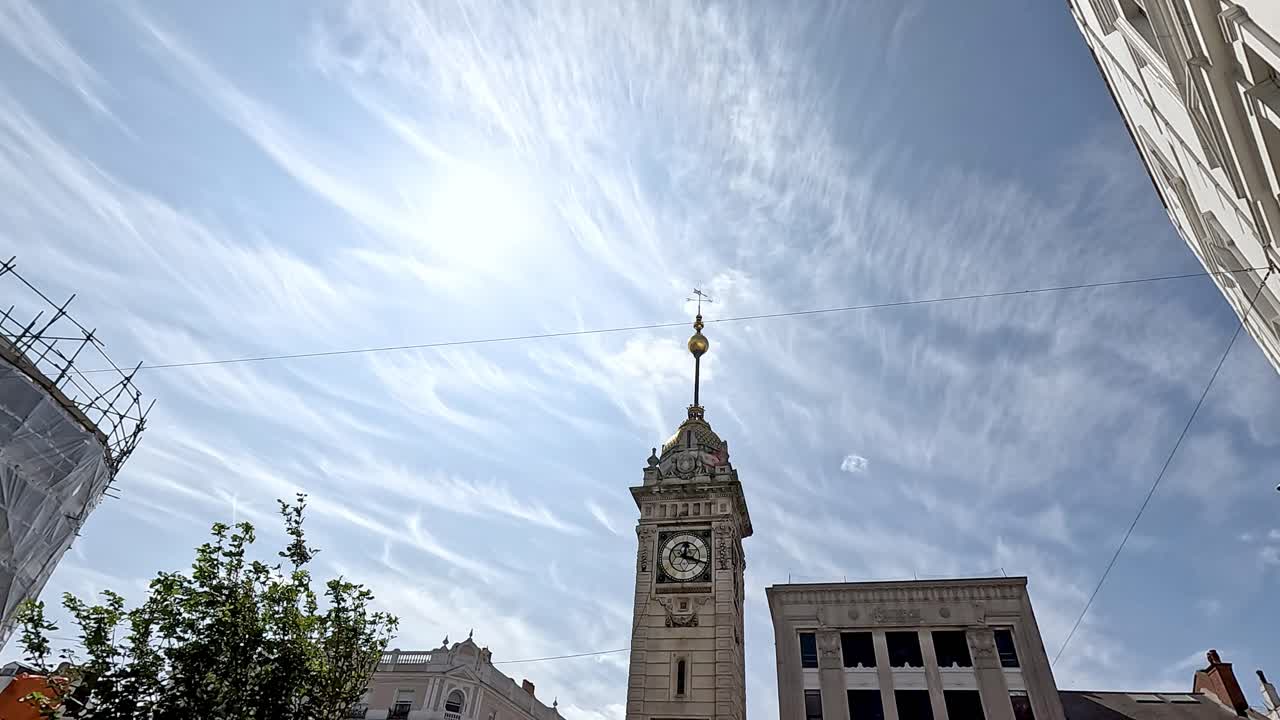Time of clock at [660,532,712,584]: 12:18
